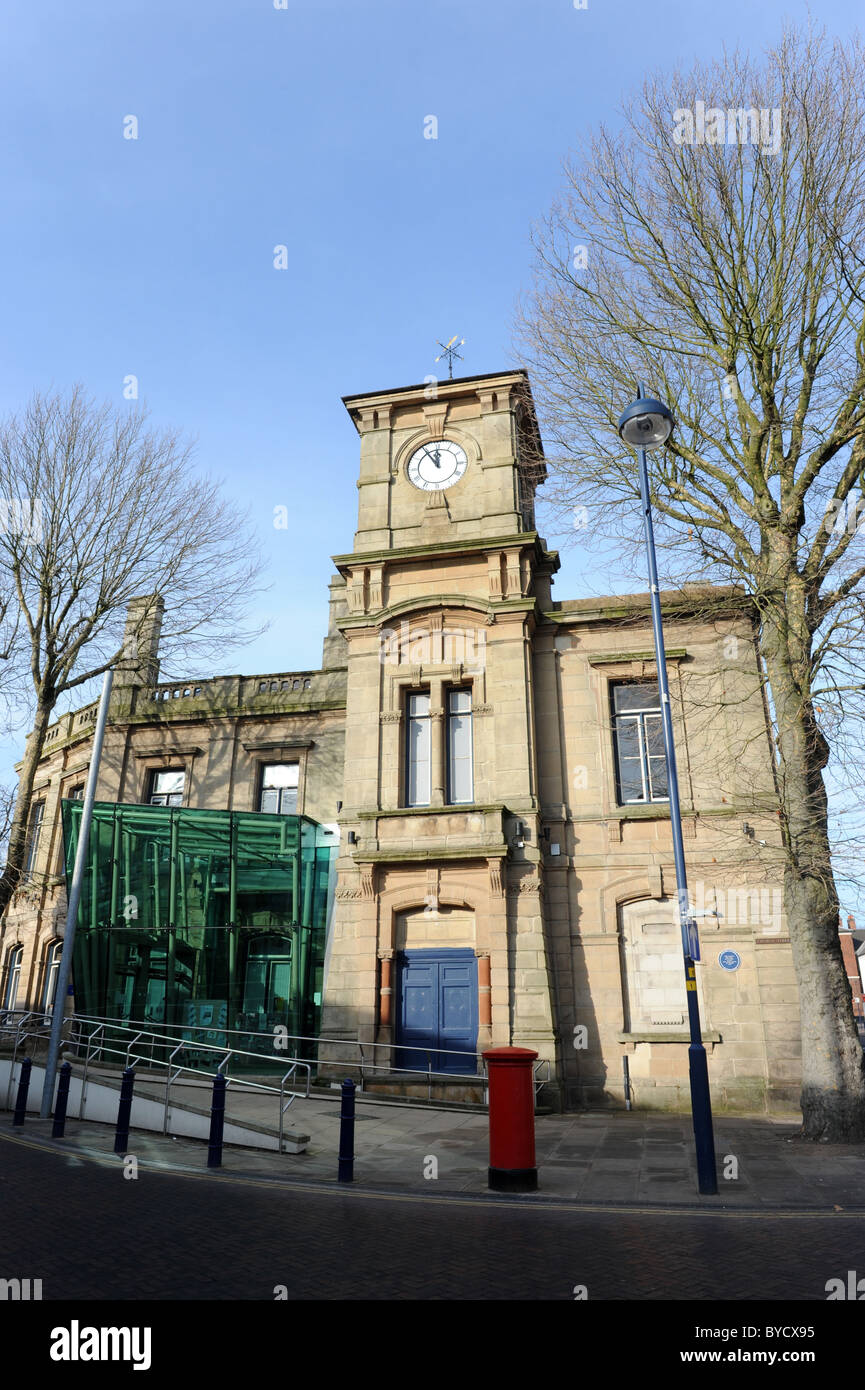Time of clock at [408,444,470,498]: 11:54
